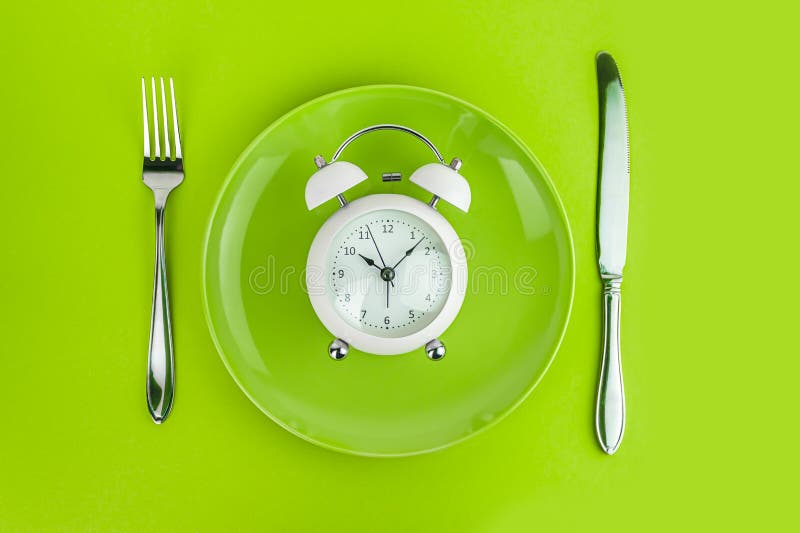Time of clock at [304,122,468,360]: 10:07
